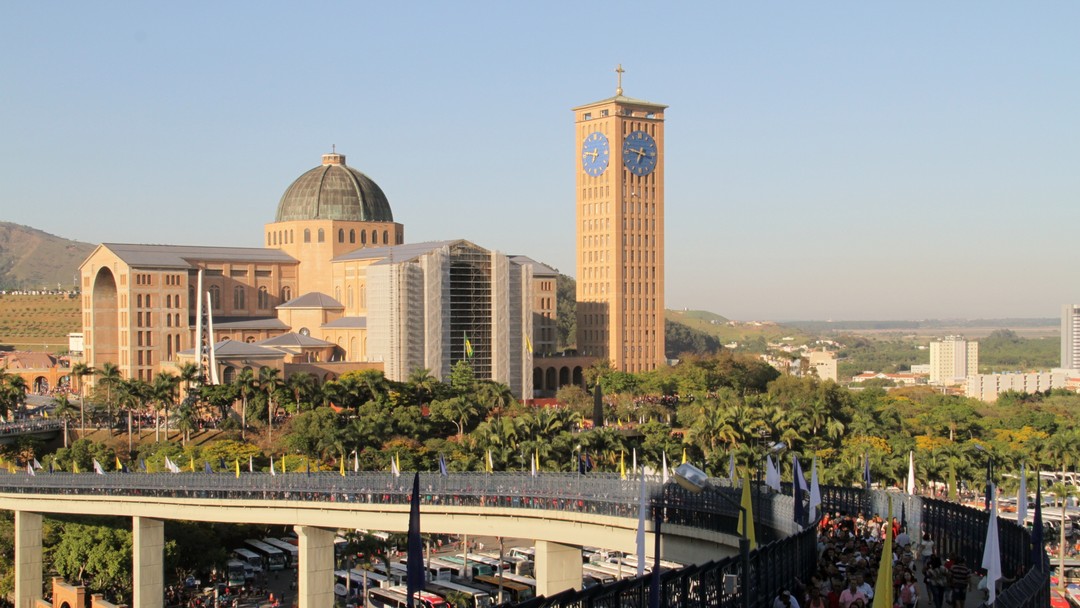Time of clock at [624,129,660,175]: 6:47
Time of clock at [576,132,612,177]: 6:46
